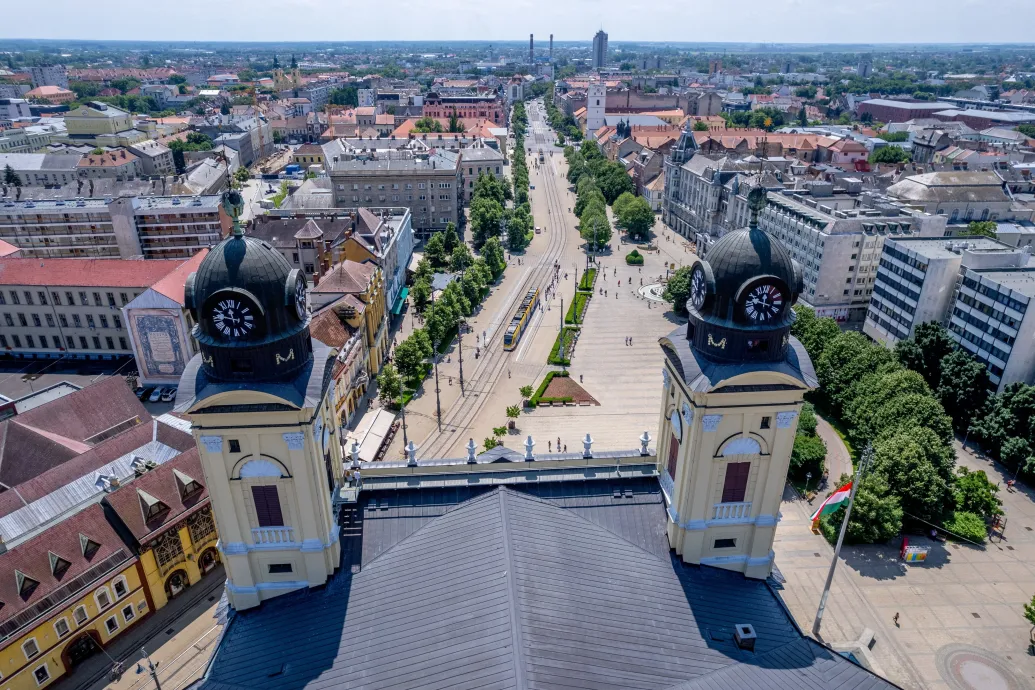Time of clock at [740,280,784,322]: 11:47
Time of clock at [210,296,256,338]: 11:46
